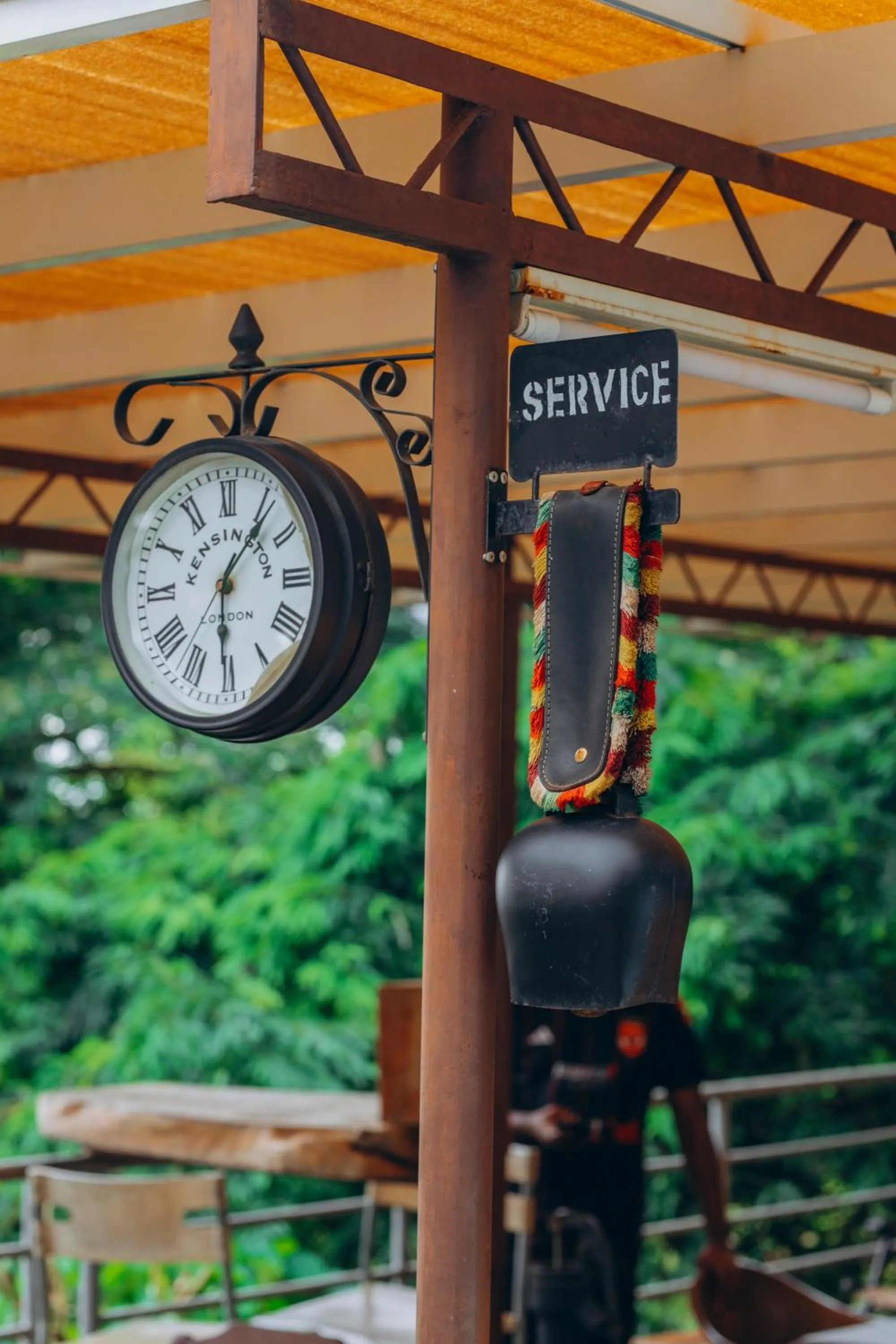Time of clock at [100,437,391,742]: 6:06
